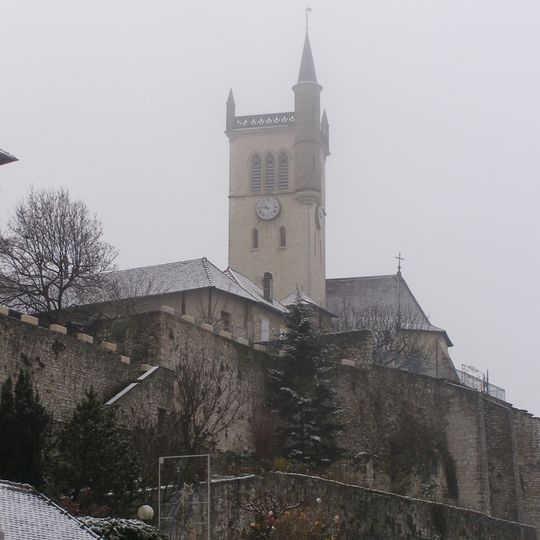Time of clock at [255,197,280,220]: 10:45
